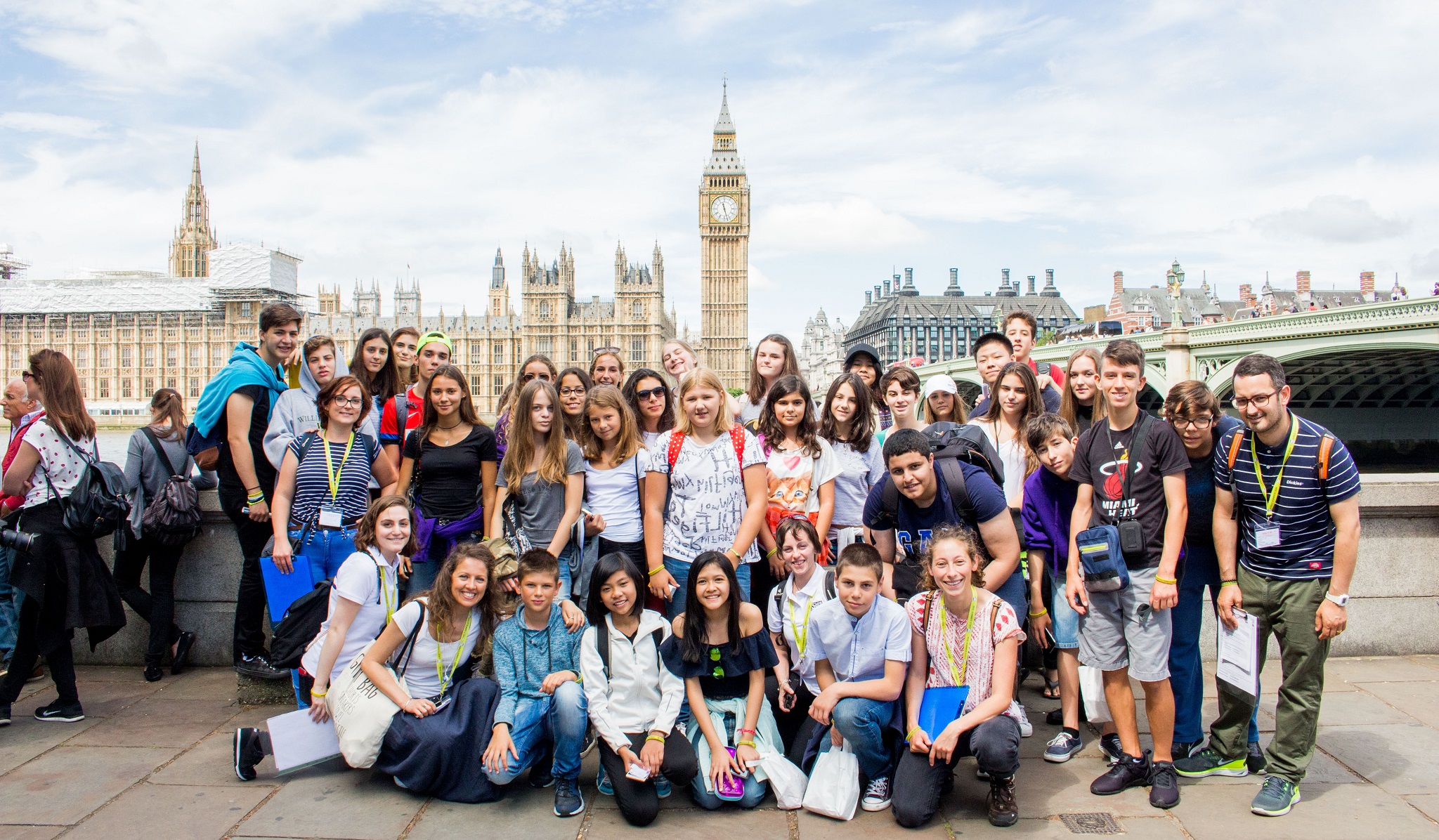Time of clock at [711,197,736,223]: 11:27
